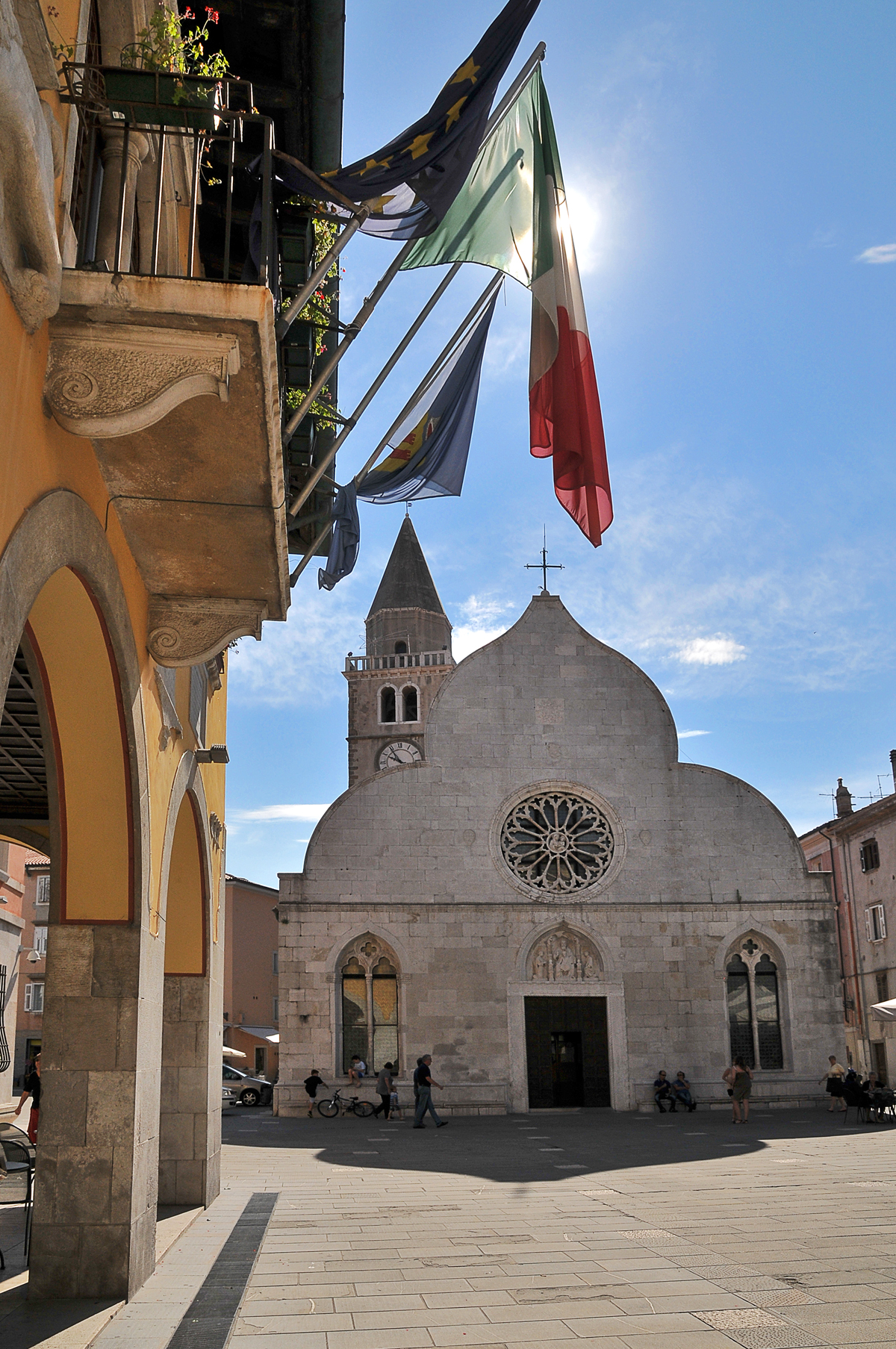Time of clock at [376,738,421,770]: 9:54
